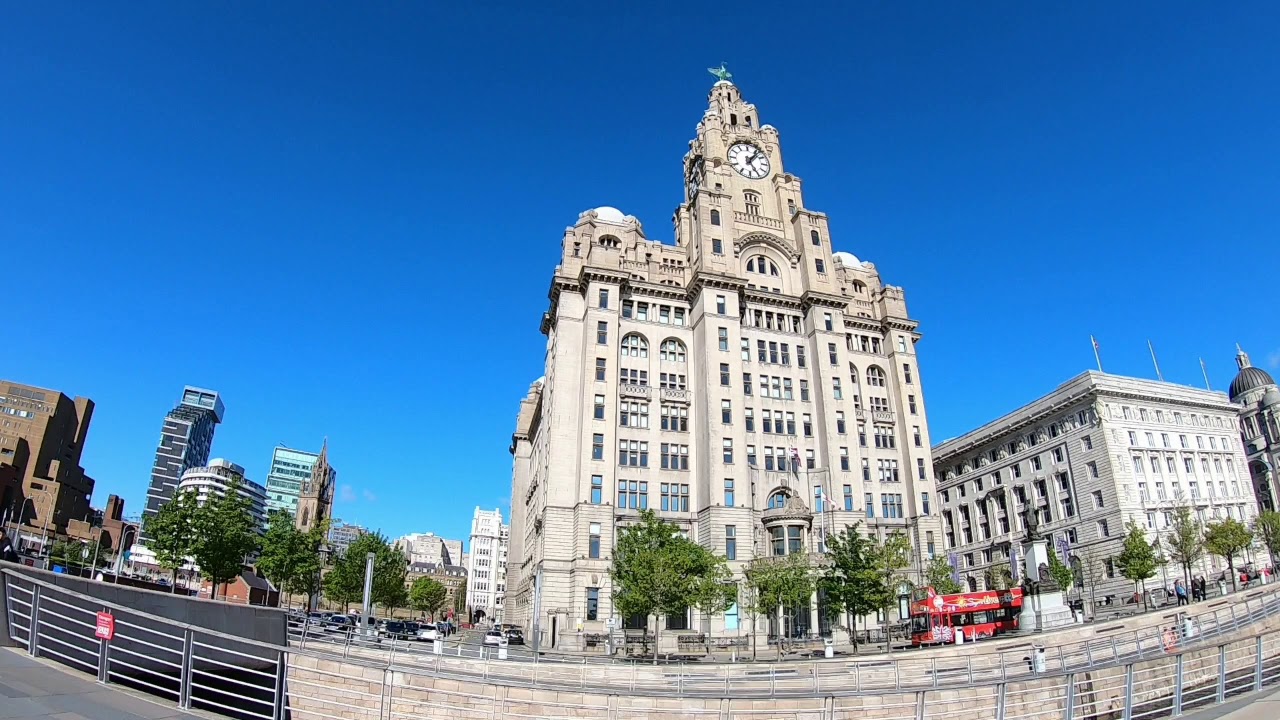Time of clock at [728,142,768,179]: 5:06
